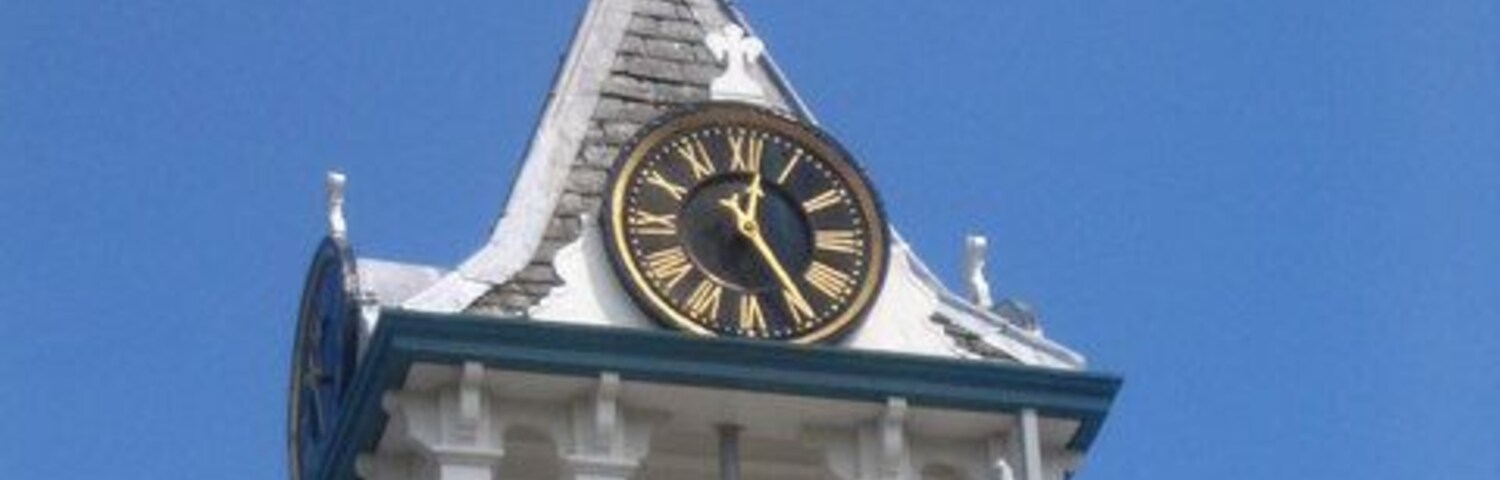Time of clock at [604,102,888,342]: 12:24
